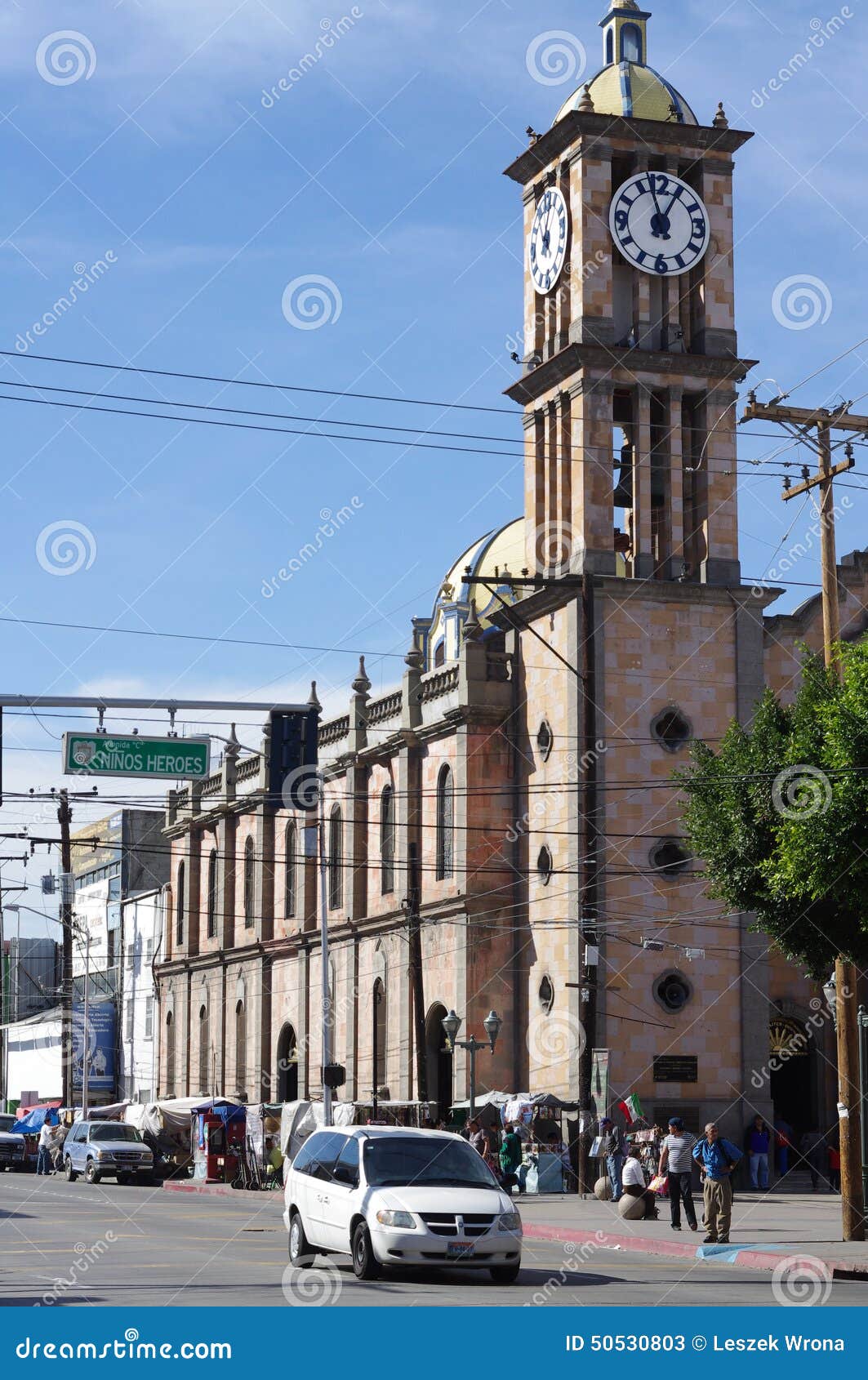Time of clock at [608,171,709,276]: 12:57
